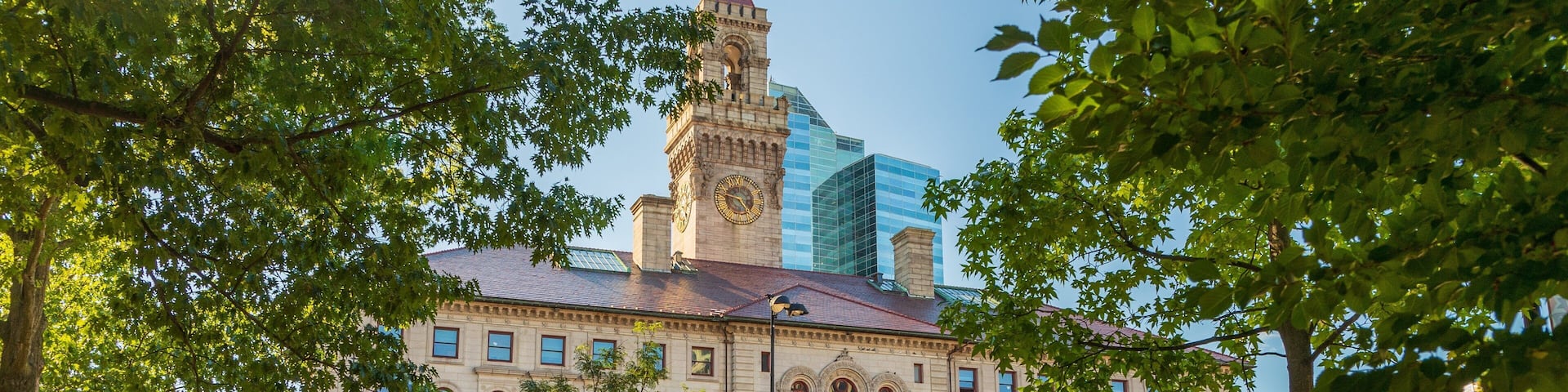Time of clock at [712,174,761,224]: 4:46
